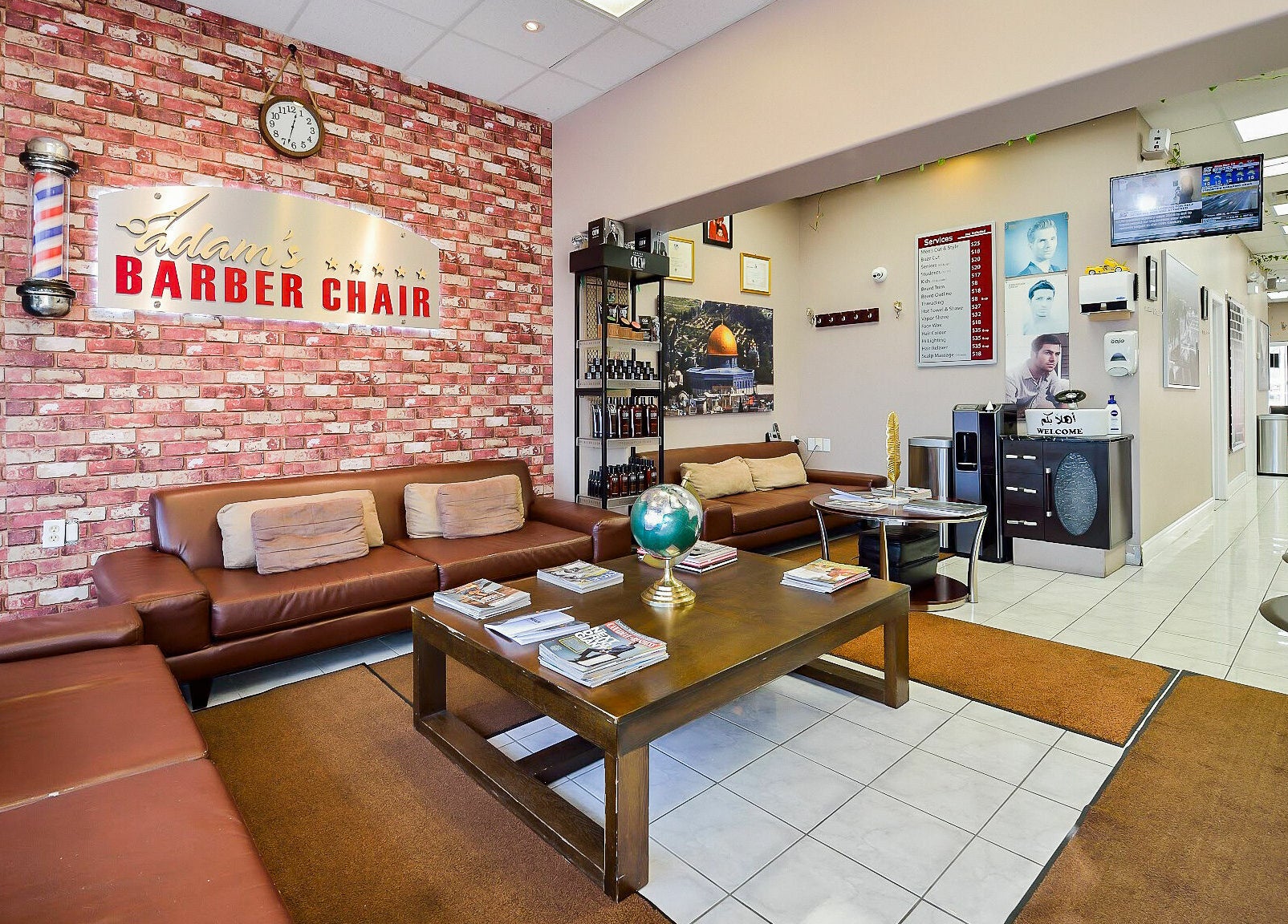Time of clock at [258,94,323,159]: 12:32
